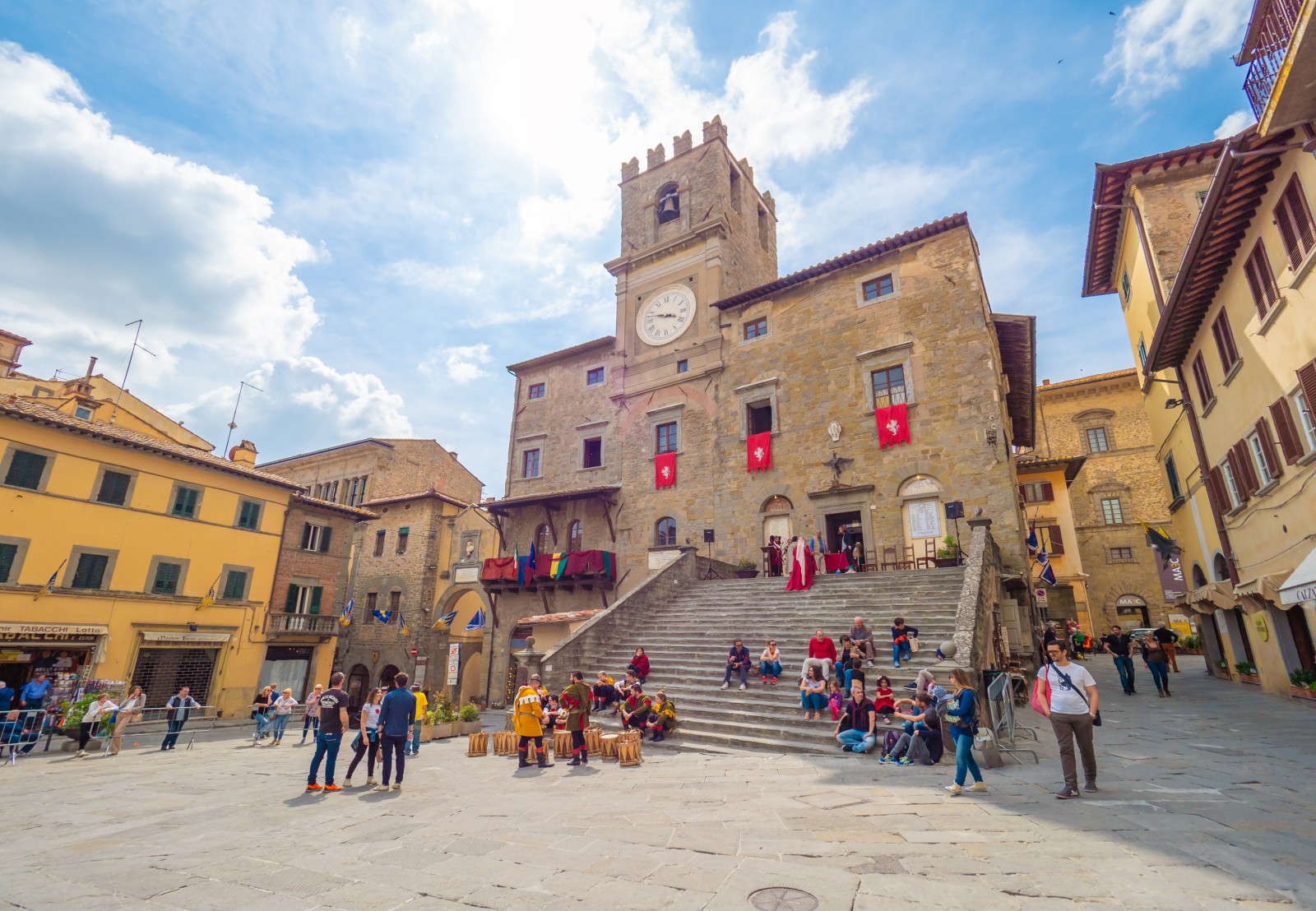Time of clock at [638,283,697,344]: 3:47
